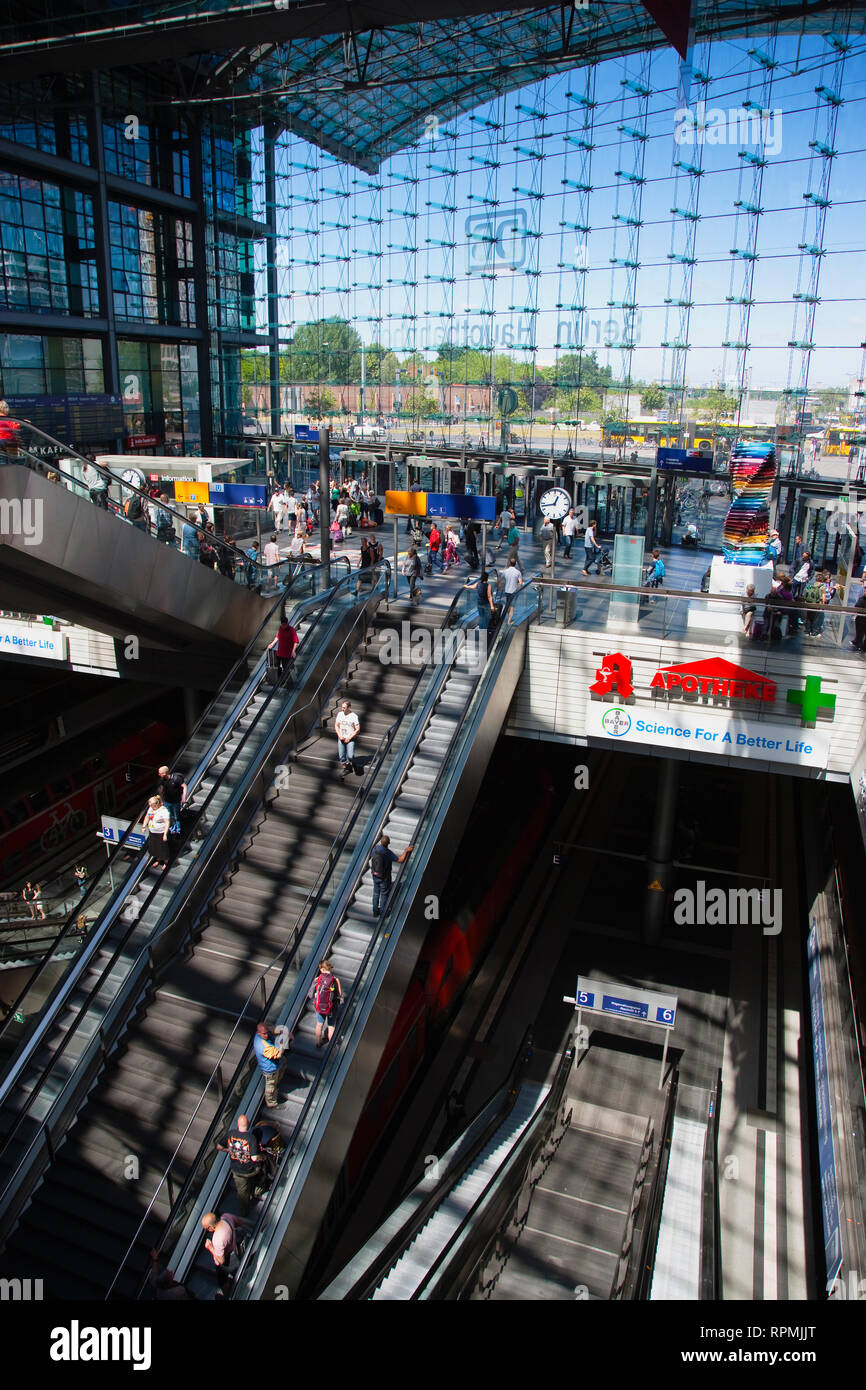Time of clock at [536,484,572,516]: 12:43
